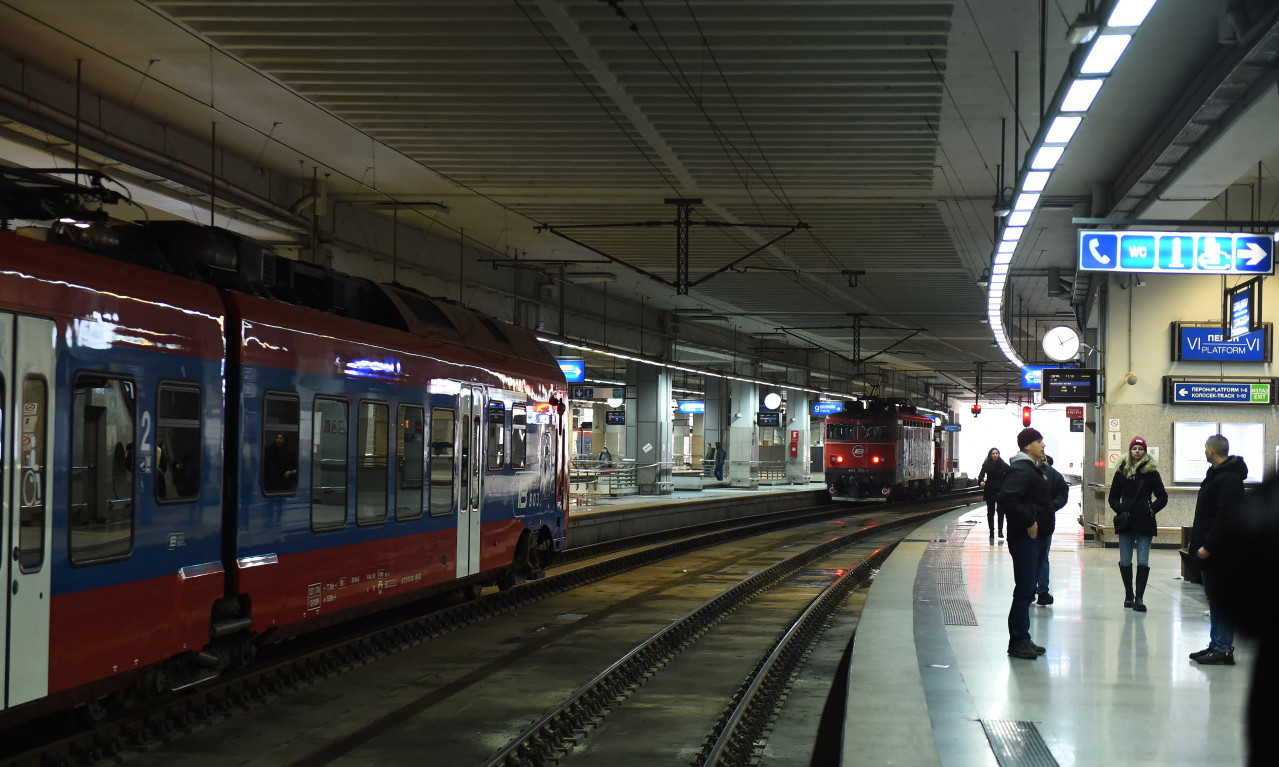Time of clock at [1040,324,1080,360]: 11:10
